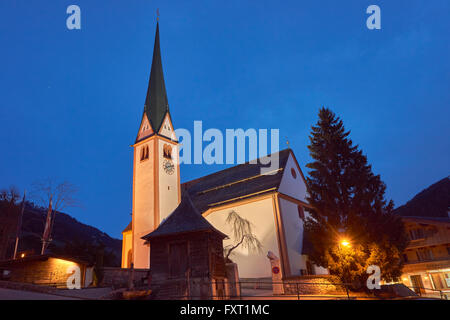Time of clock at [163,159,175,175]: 8:12
